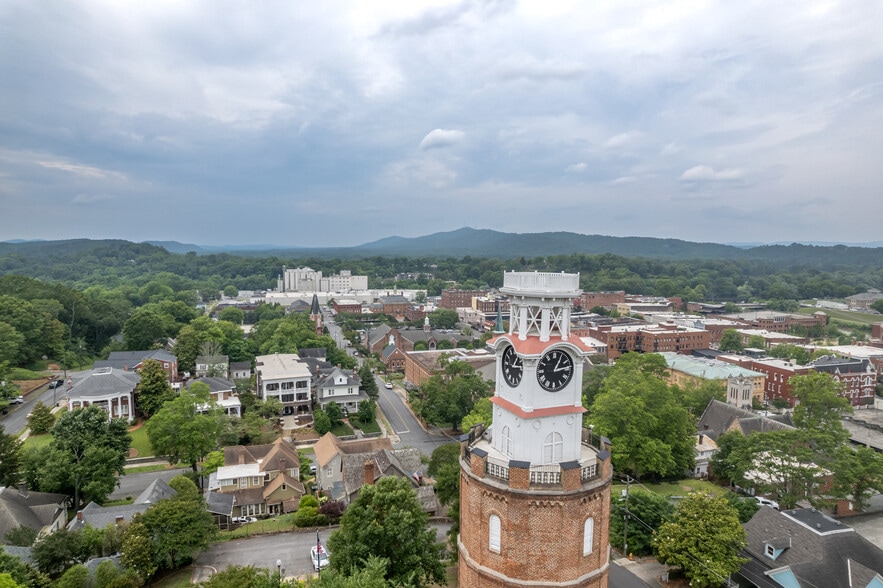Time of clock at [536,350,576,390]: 1:13
